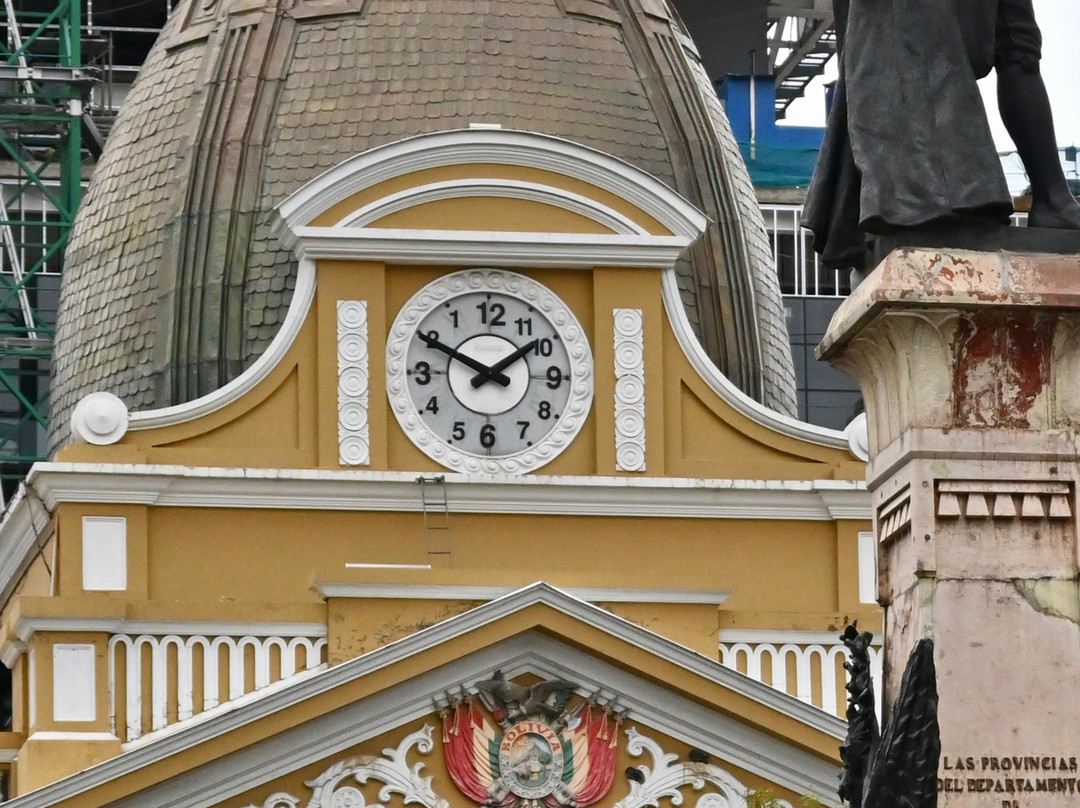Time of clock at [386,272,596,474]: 1:49
